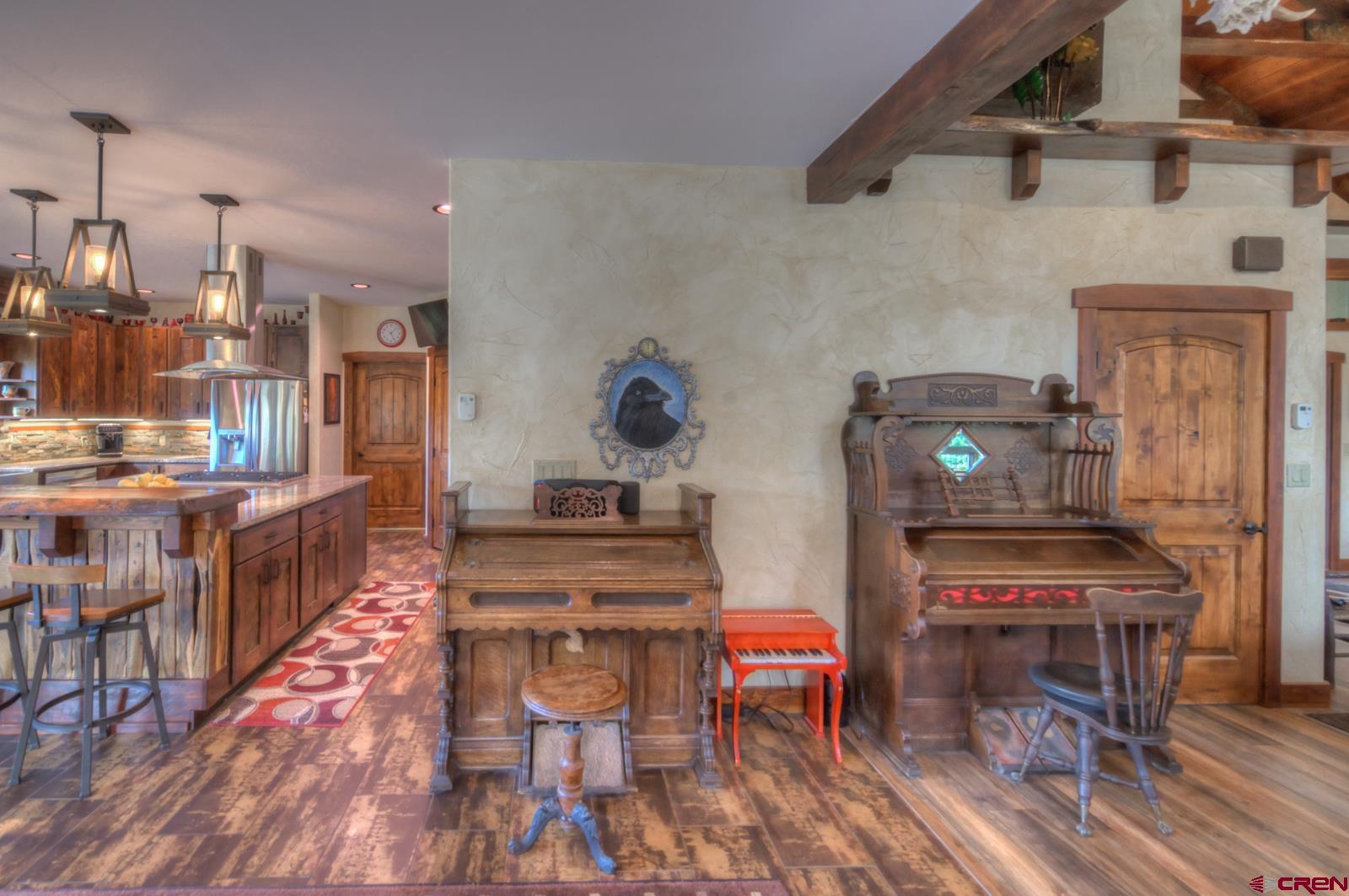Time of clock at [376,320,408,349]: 5:07
